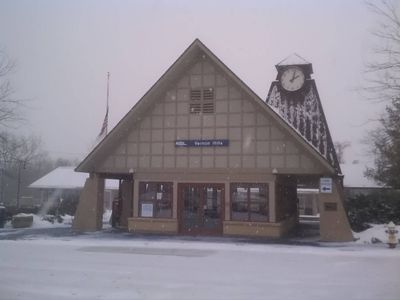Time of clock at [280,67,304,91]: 2:02
